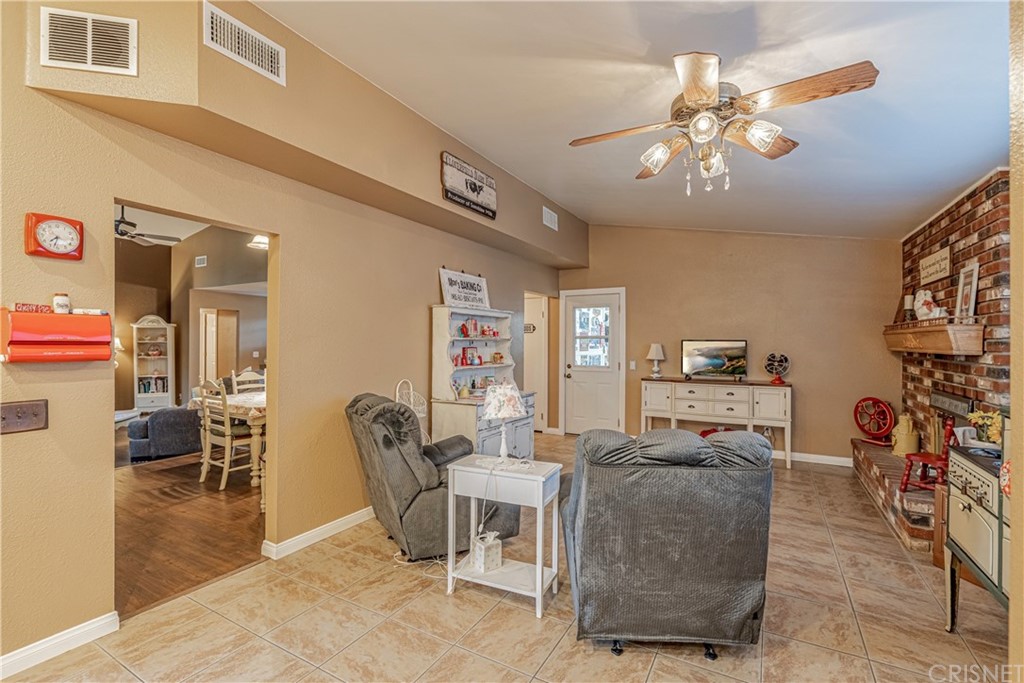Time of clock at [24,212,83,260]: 7:32
